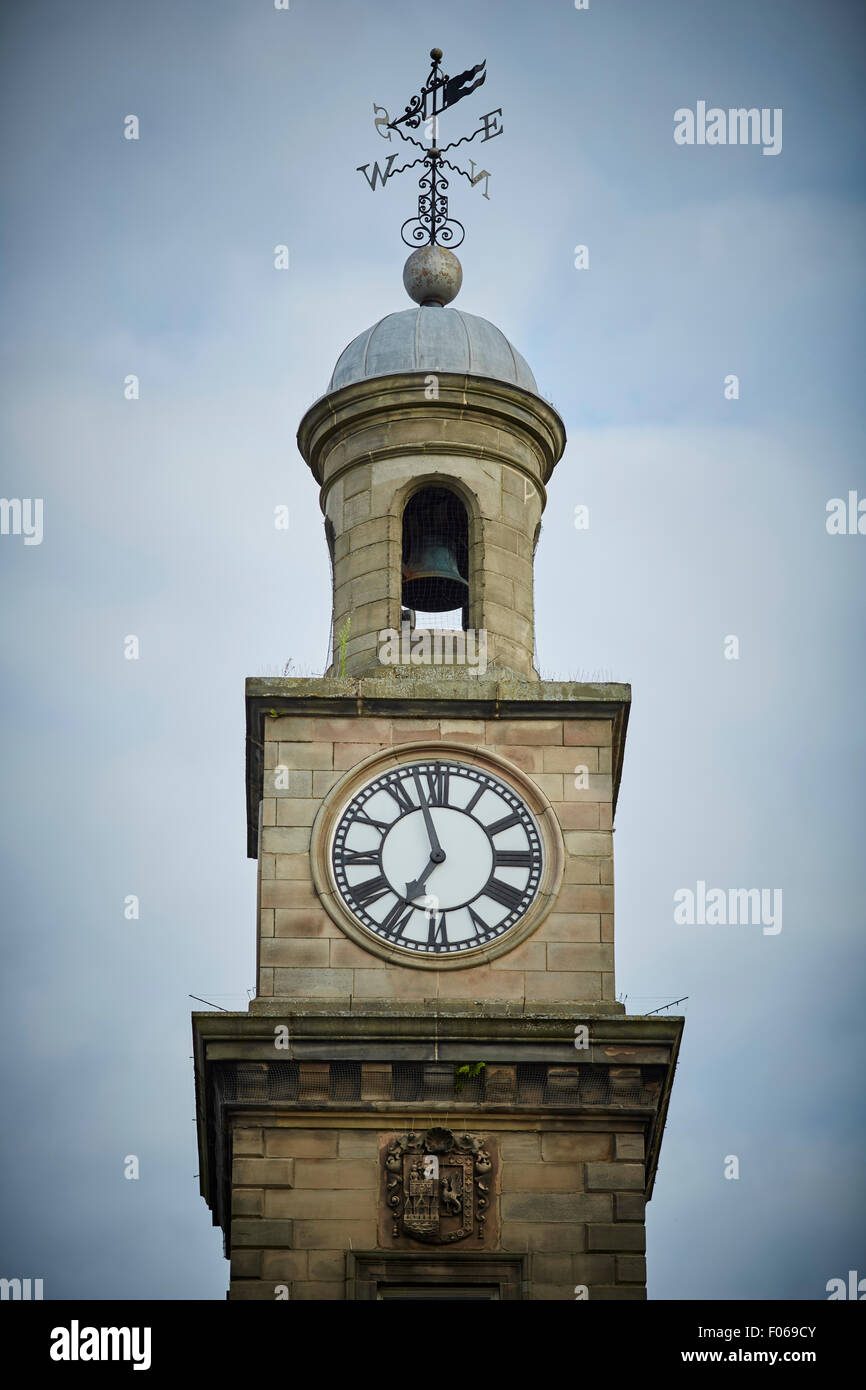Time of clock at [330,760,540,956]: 6:57
